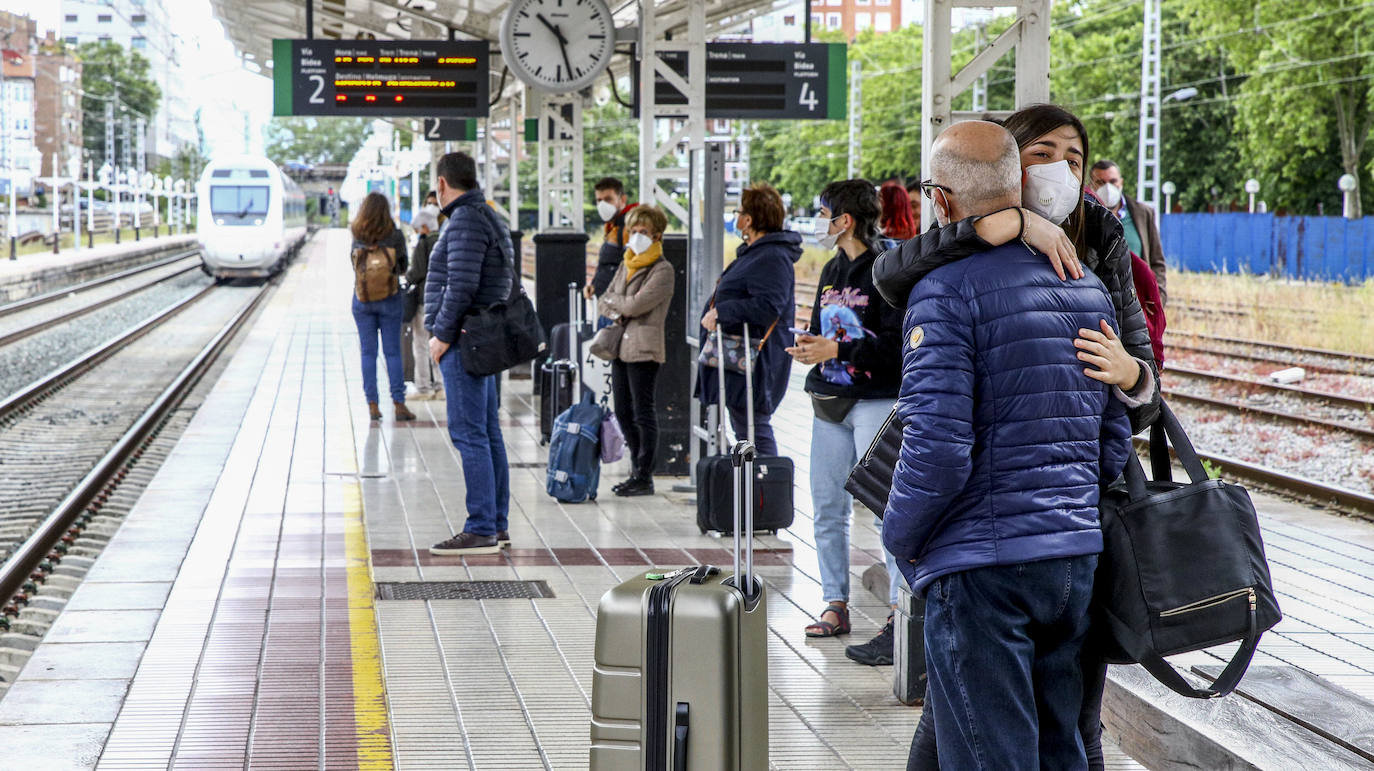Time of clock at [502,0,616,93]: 10:27
